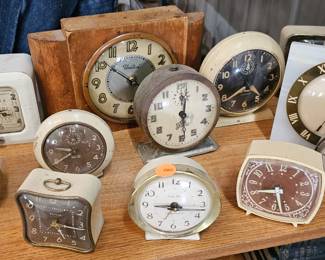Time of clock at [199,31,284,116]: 4:38
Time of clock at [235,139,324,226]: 8:27
